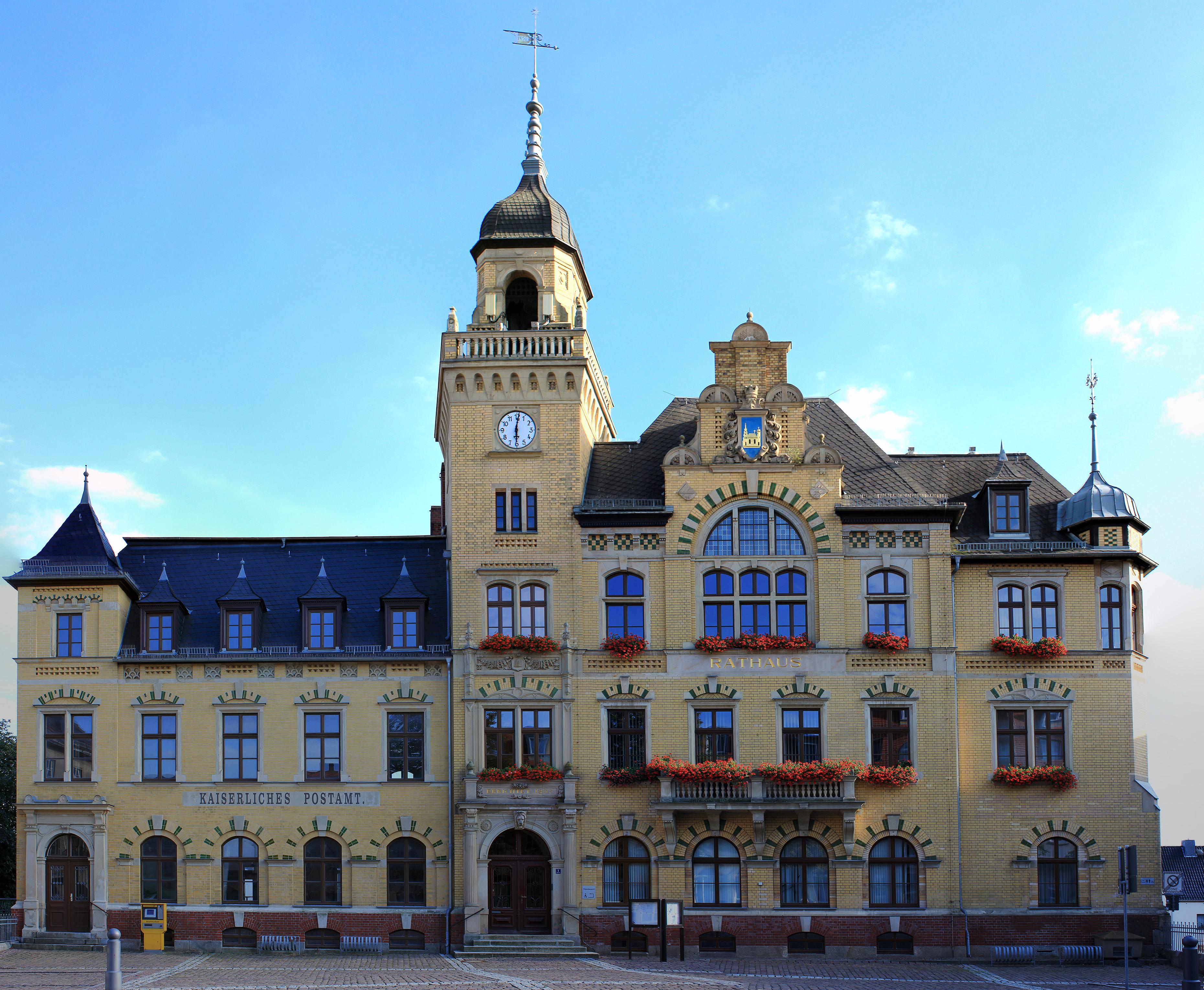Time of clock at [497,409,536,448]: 6:01
